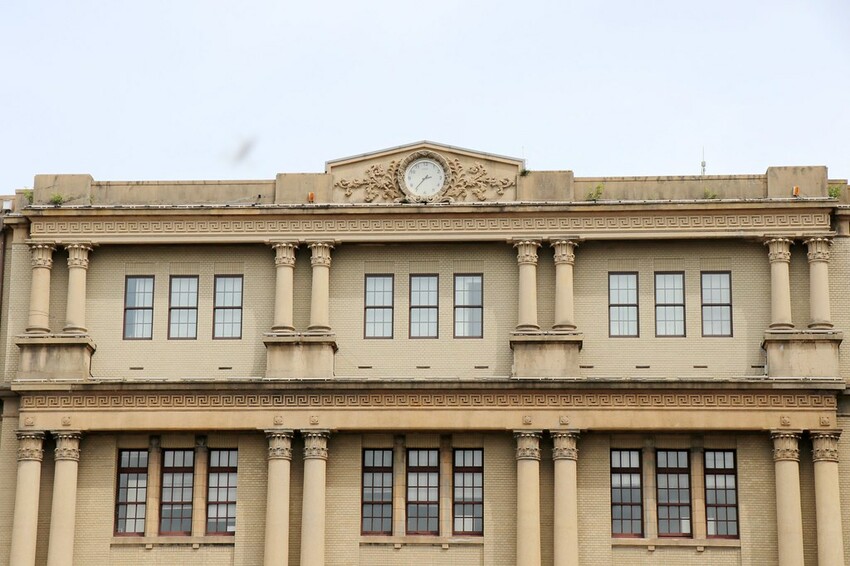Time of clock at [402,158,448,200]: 2:36
